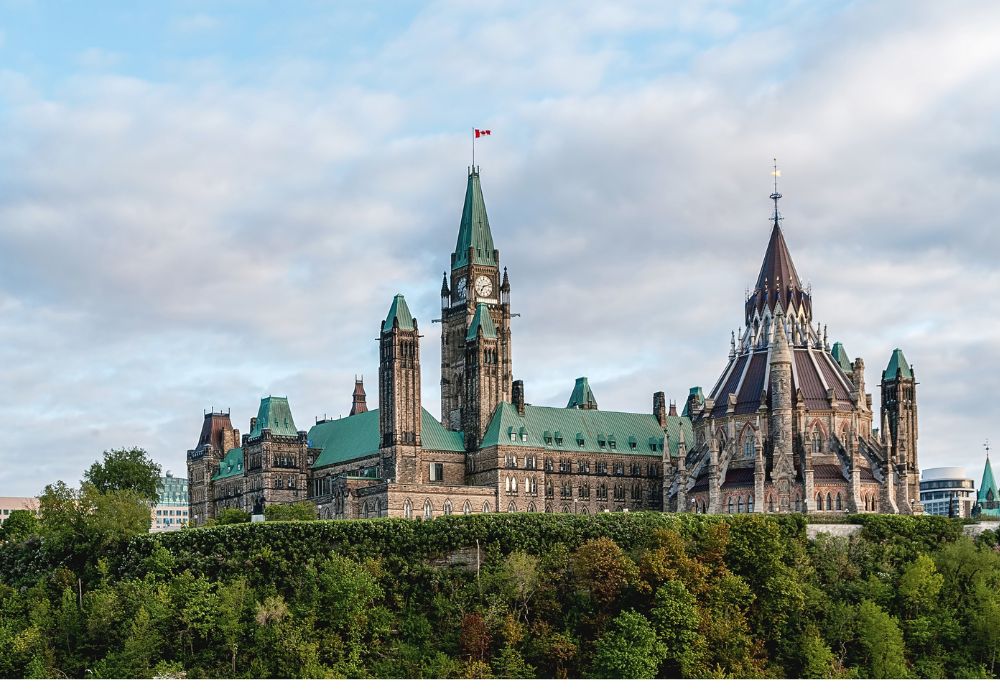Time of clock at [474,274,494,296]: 7:12
